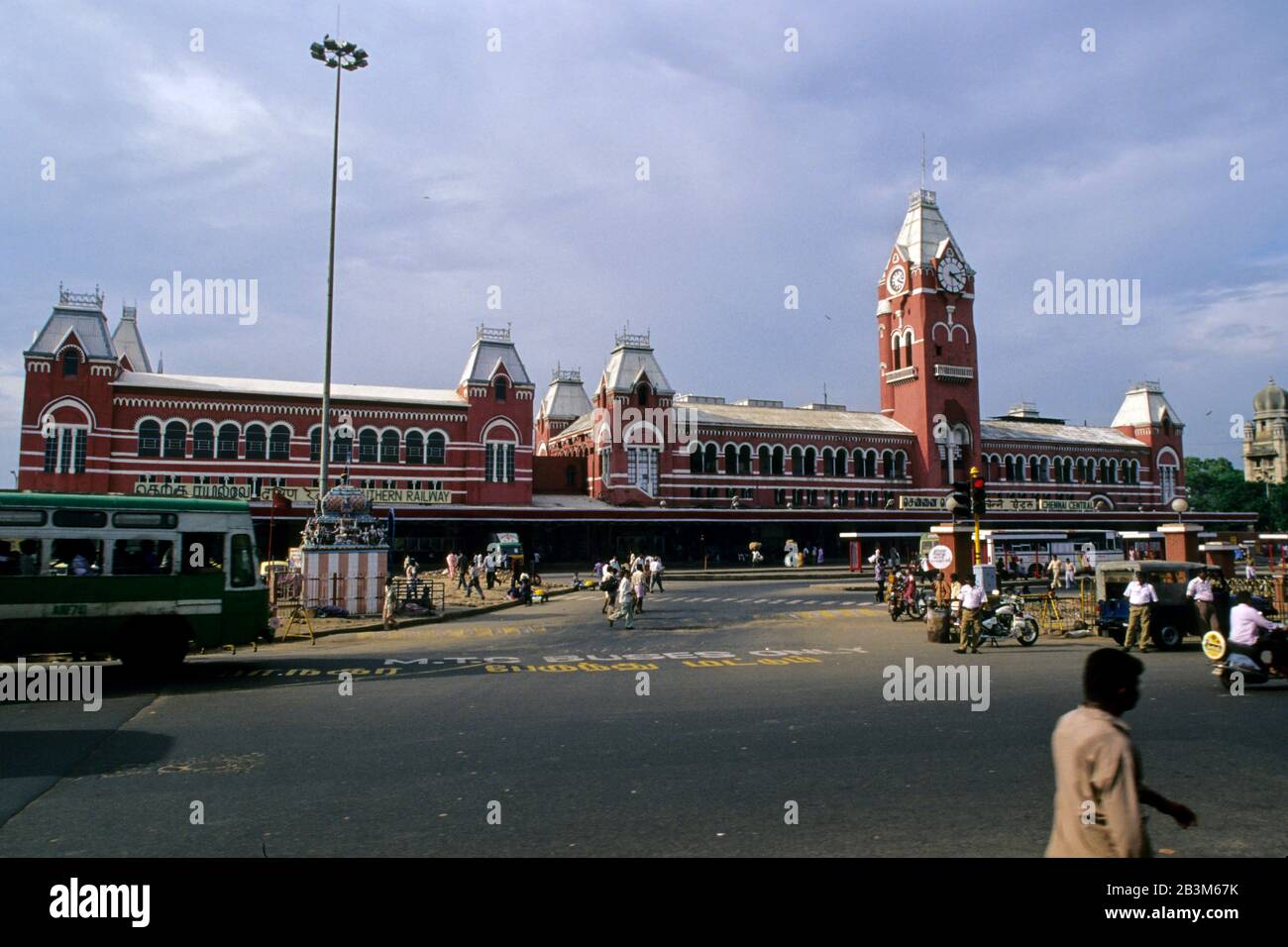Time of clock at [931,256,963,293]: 4:12
